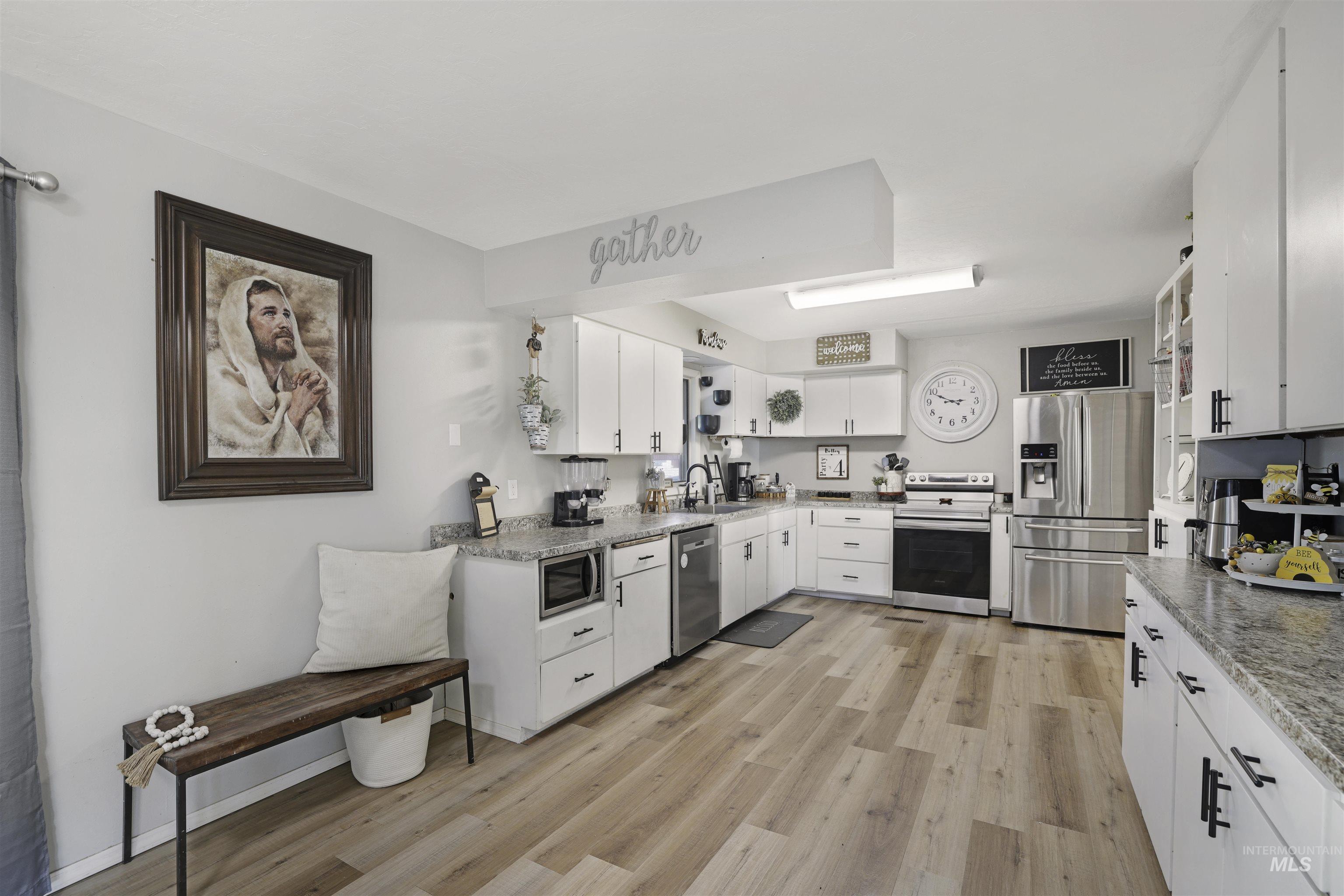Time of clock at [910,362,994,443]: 2:49
